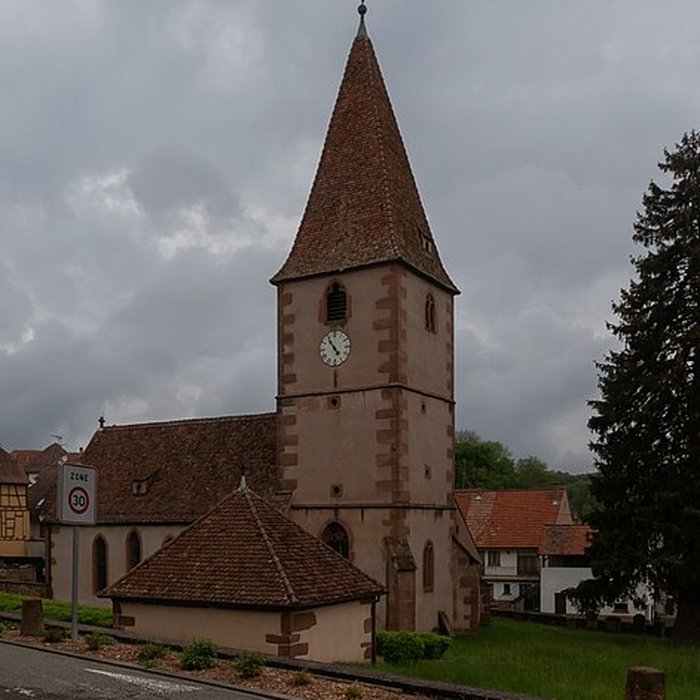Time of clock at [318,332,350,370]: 4:54
